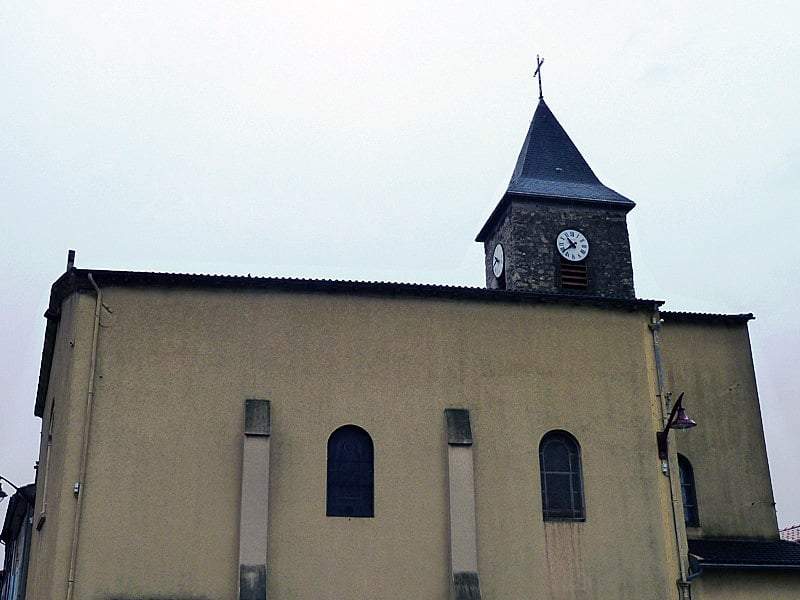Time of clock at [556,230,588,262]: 10:38
